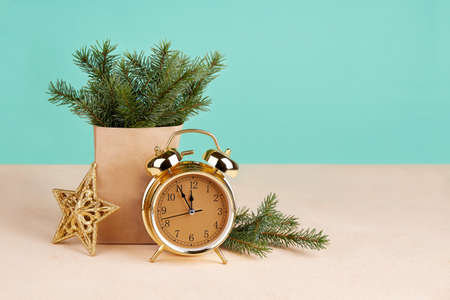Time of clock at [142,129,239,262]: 11:54
